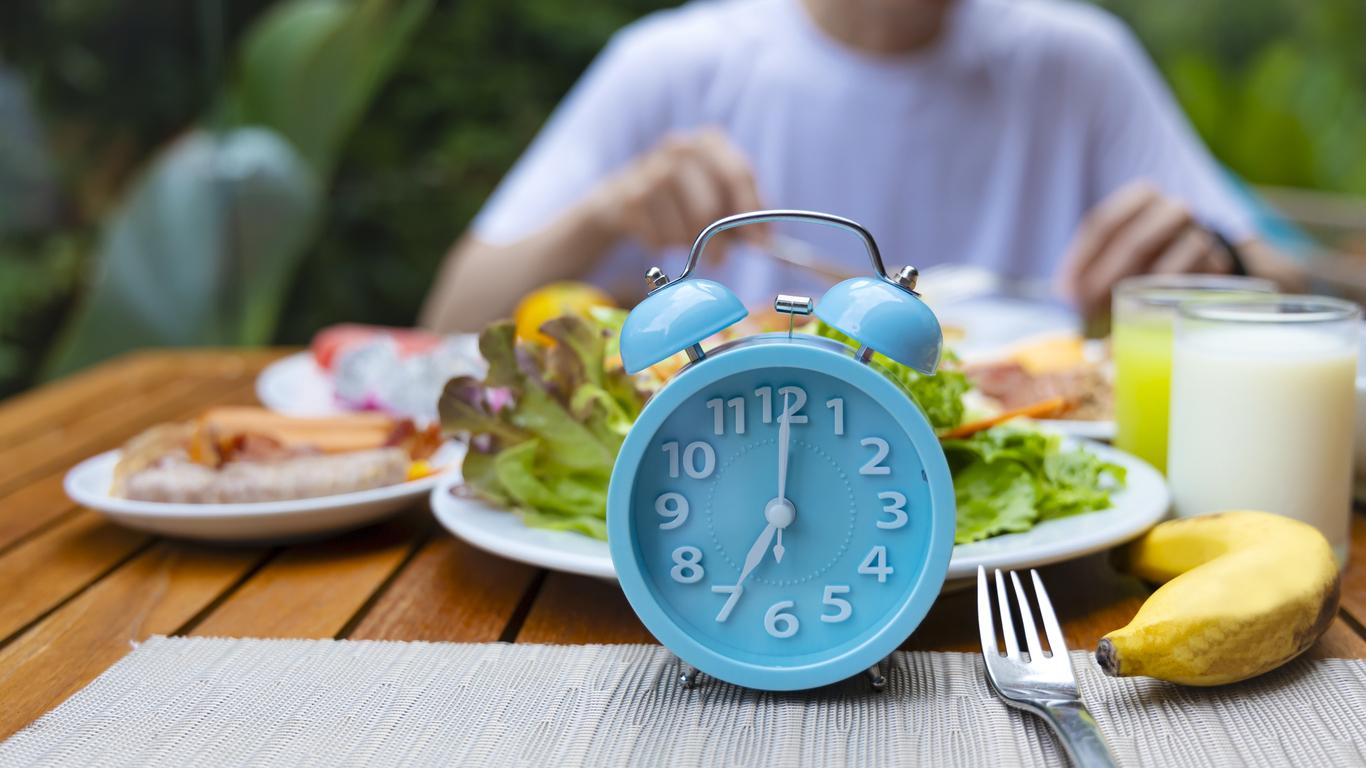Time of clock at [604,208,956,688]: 7:00
